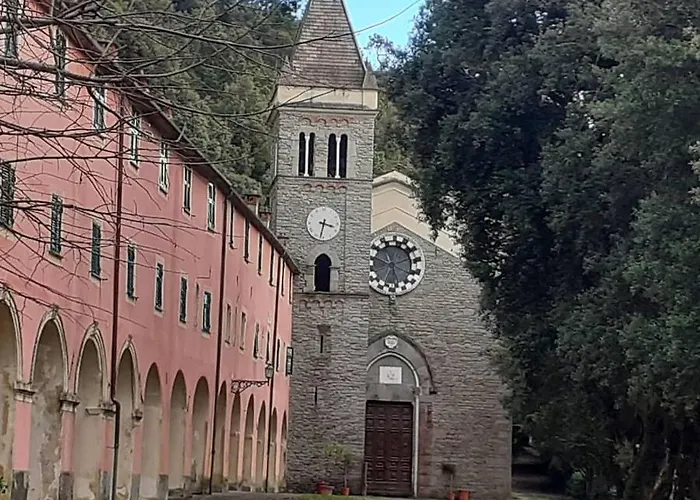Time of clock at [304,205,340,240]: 3:32
